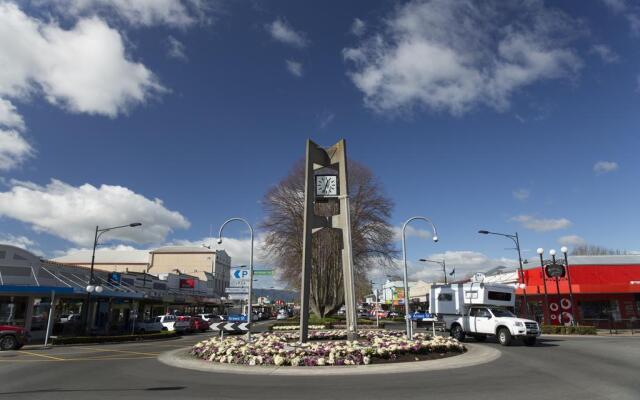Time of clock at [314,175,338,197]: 12:33
